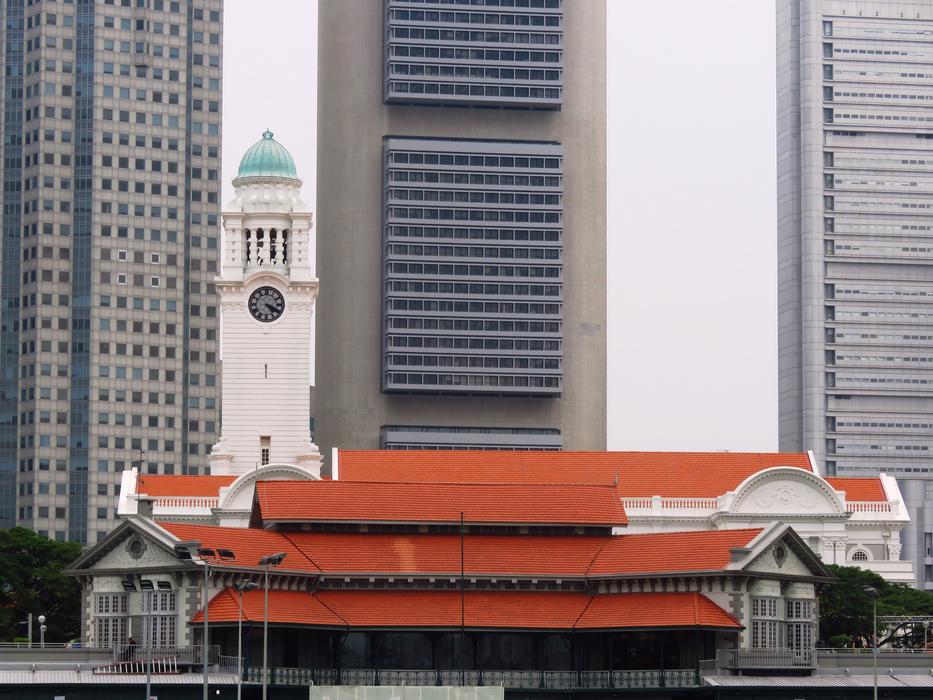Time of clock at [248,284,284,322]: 4:19
